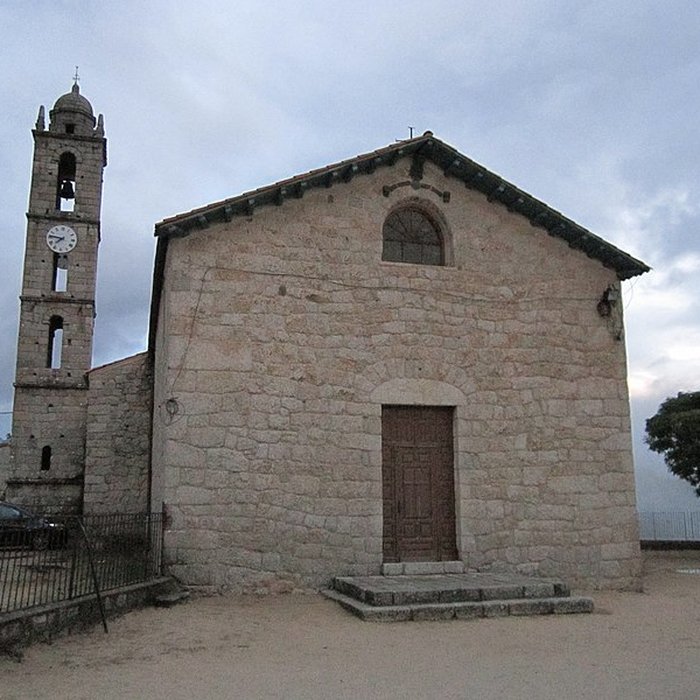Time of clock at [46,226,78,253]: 7:46
